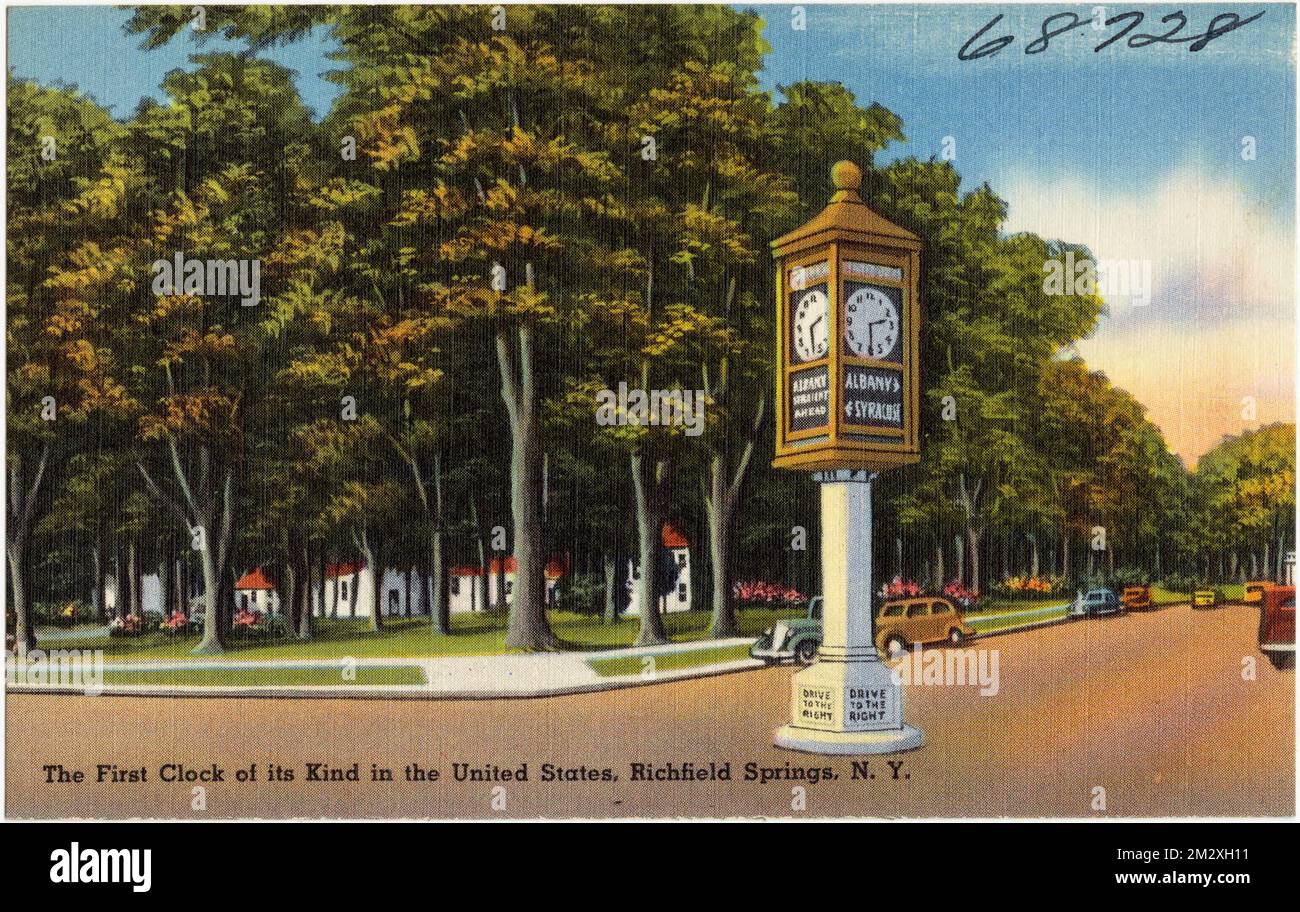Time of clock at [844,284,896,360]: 2:29
